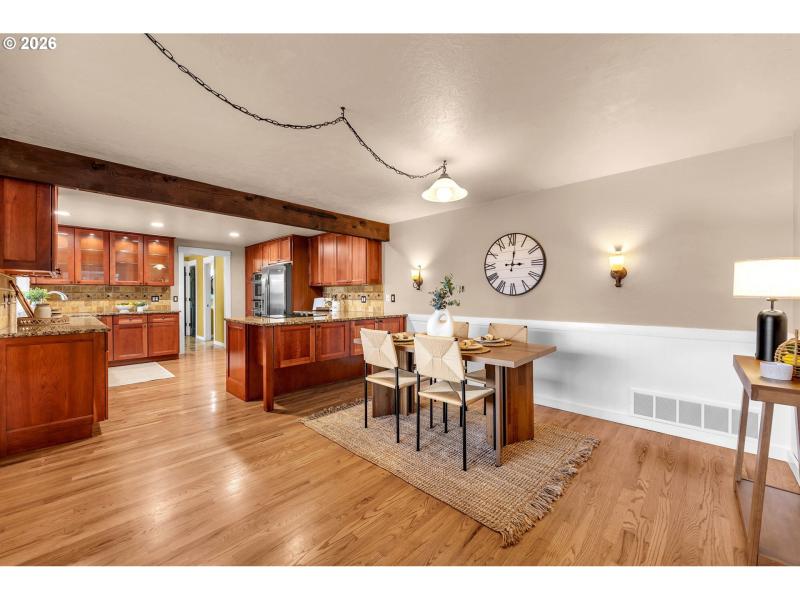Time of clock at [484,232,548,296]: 3:01
